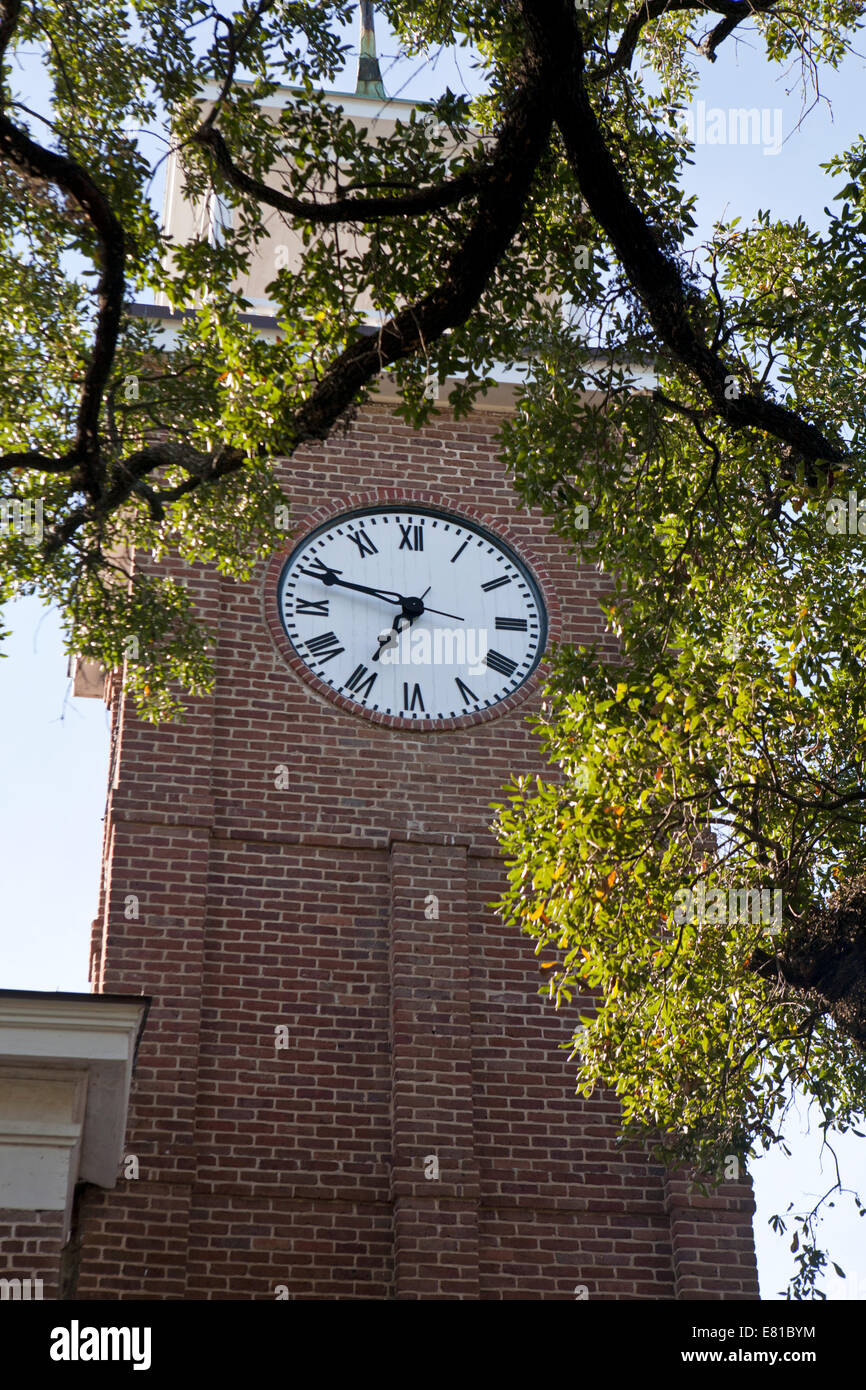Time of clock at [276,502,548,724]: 6:48
